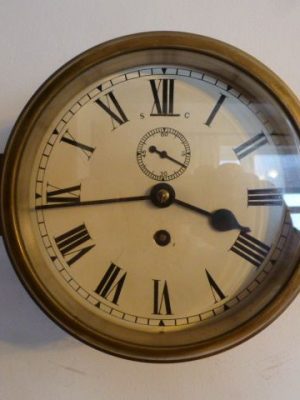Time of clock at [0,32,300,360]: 3:43
